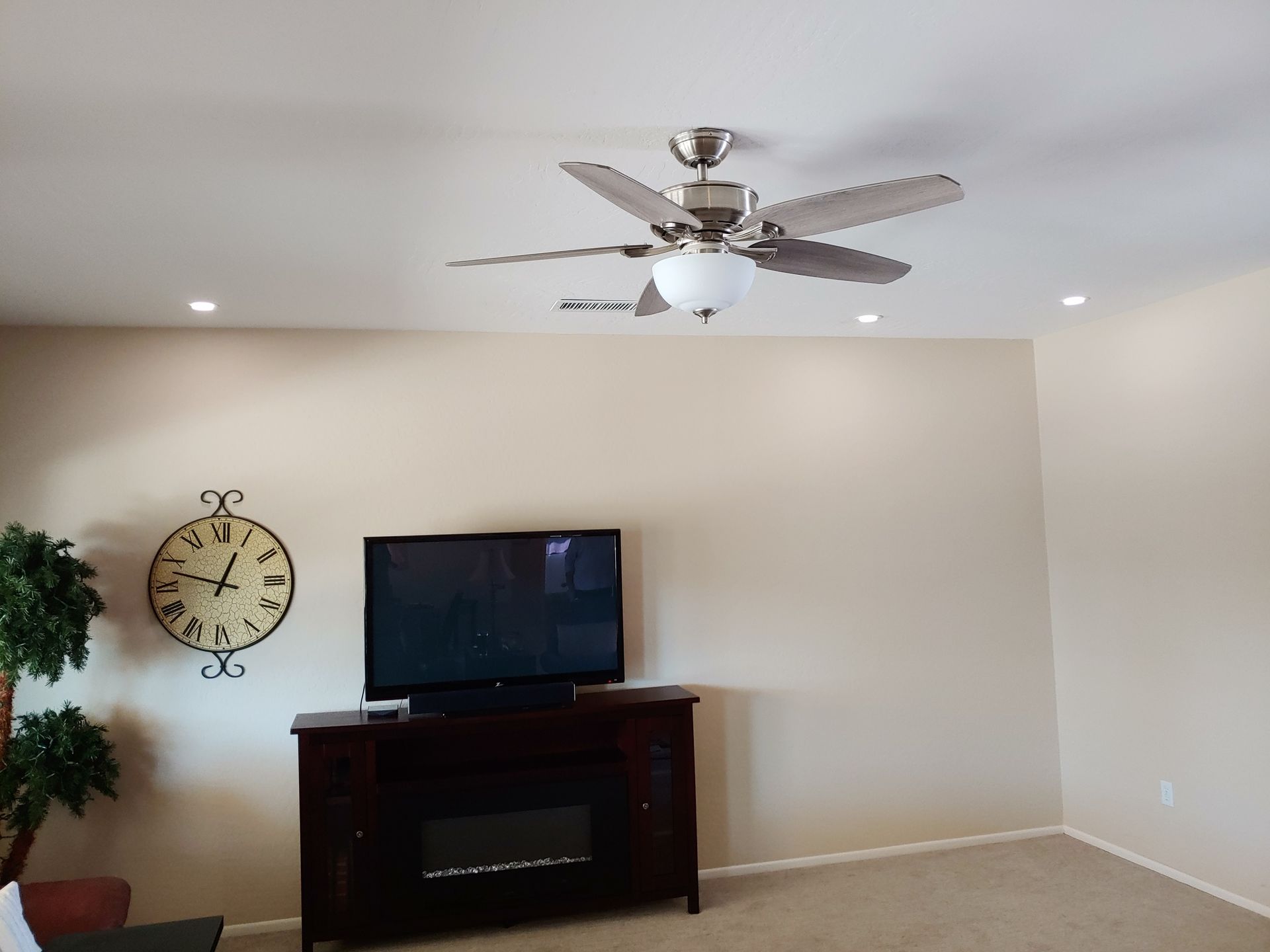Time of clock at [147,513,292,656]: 12:47
